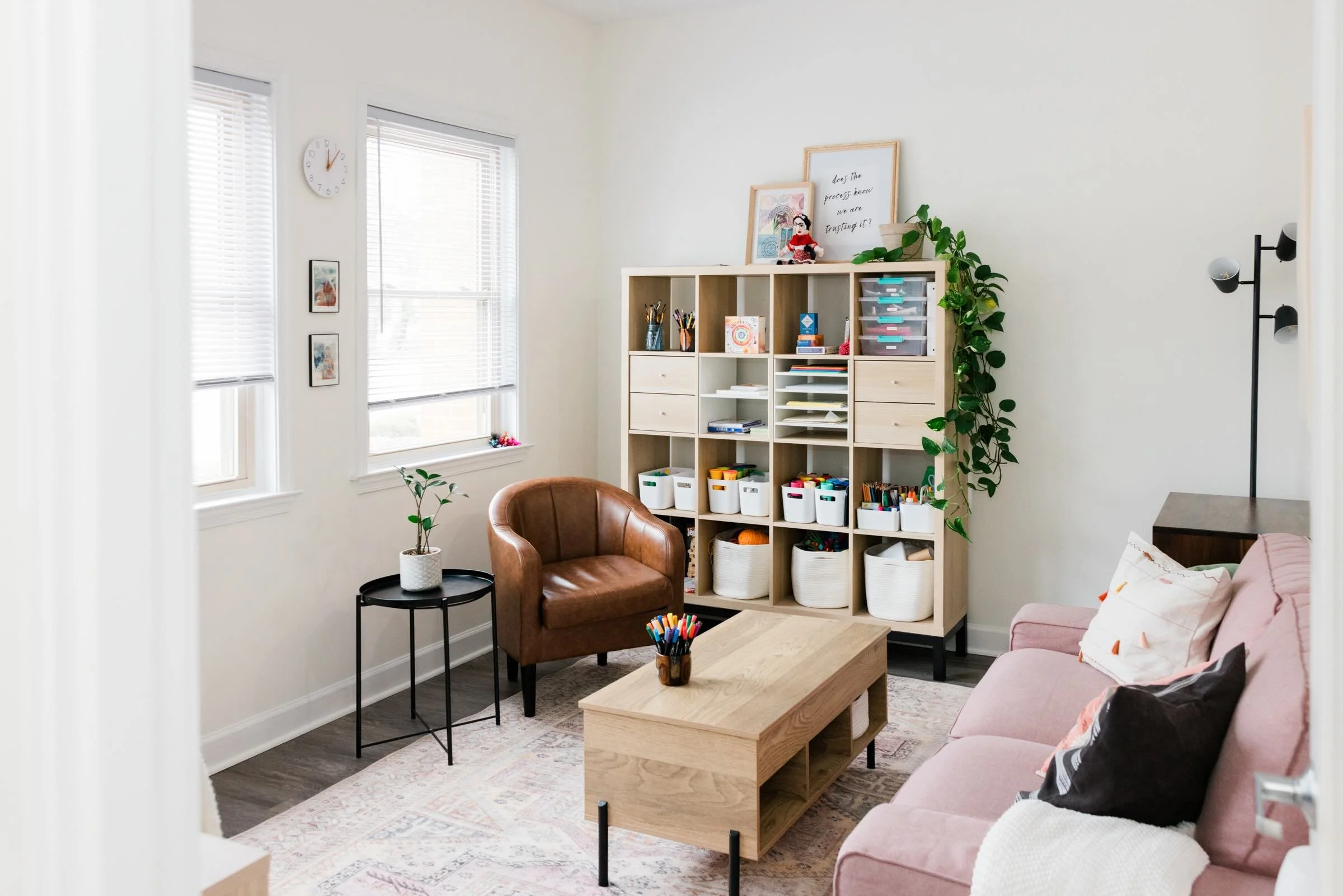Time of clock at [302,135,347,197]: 12:07
